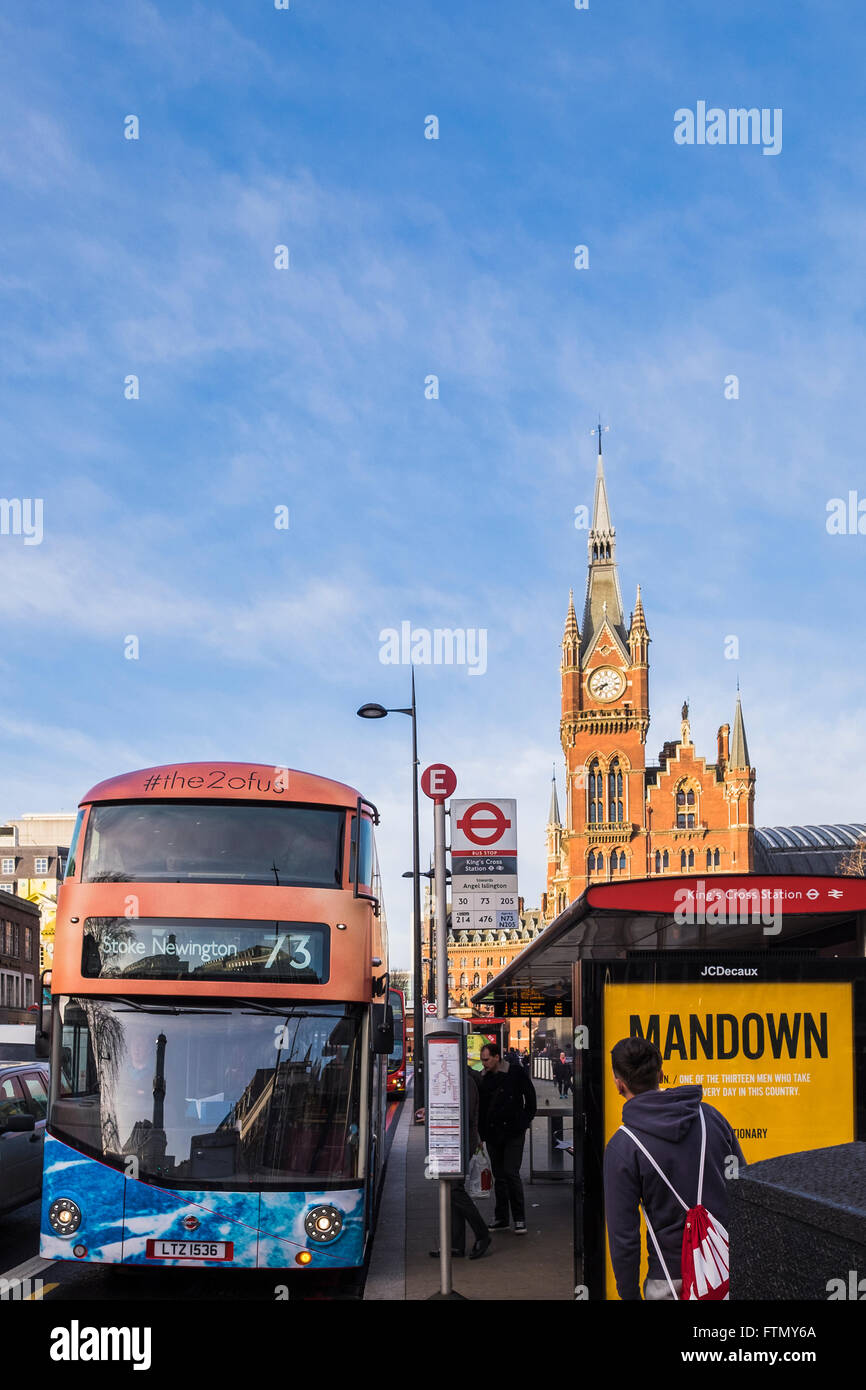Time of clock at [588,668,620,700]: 7:41
